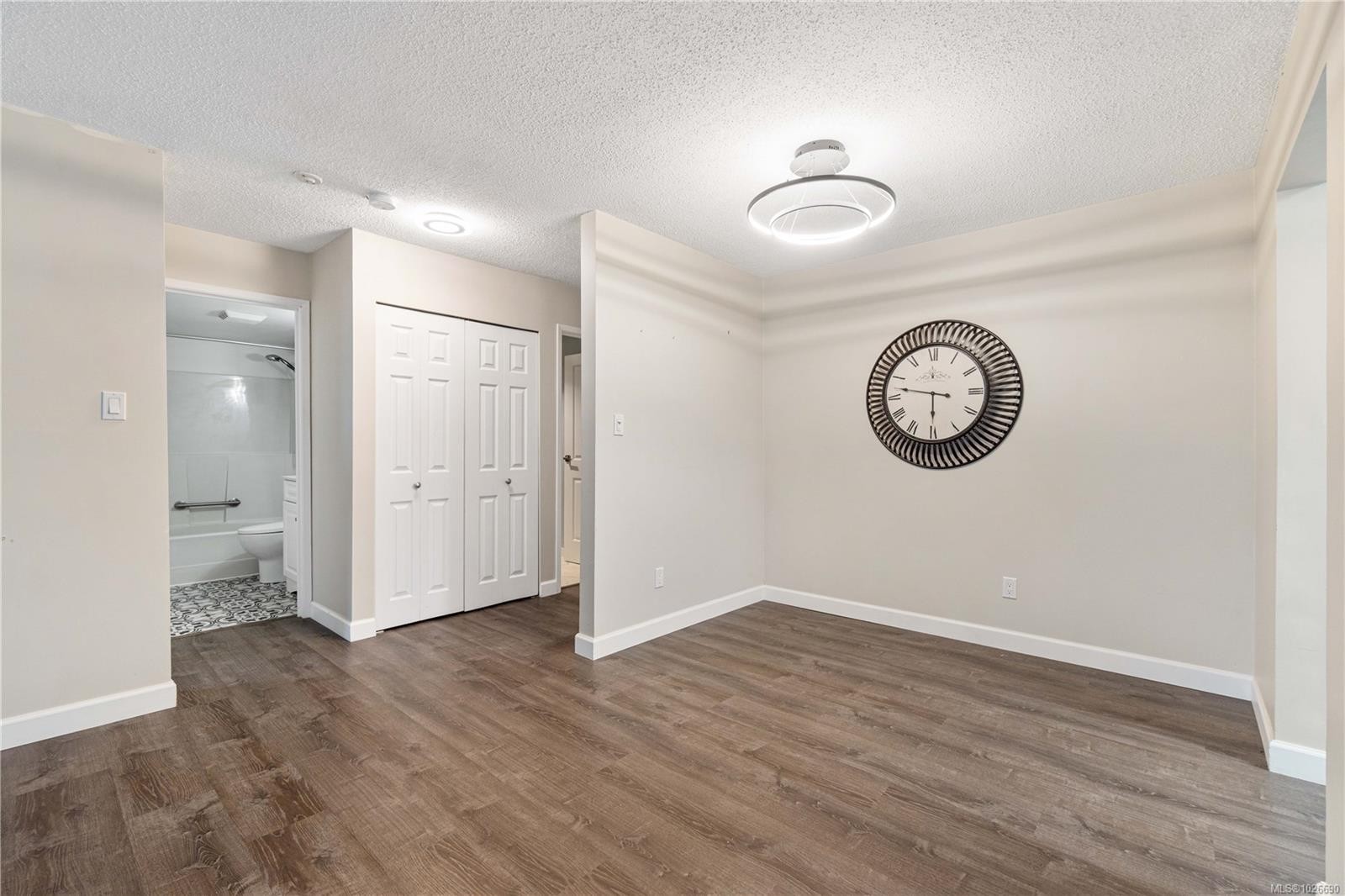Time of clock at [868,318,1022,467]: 5:46
